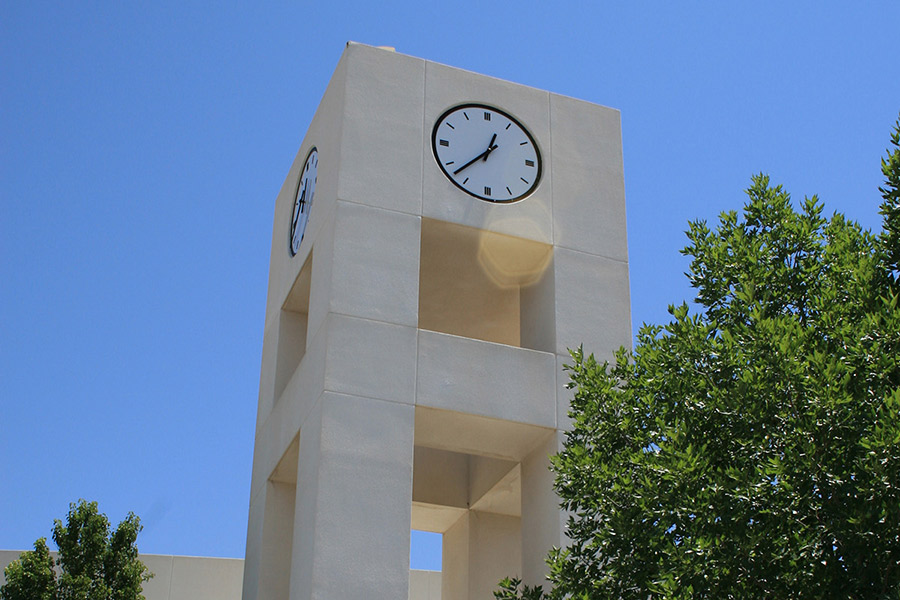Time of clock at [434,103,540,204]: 12:37
